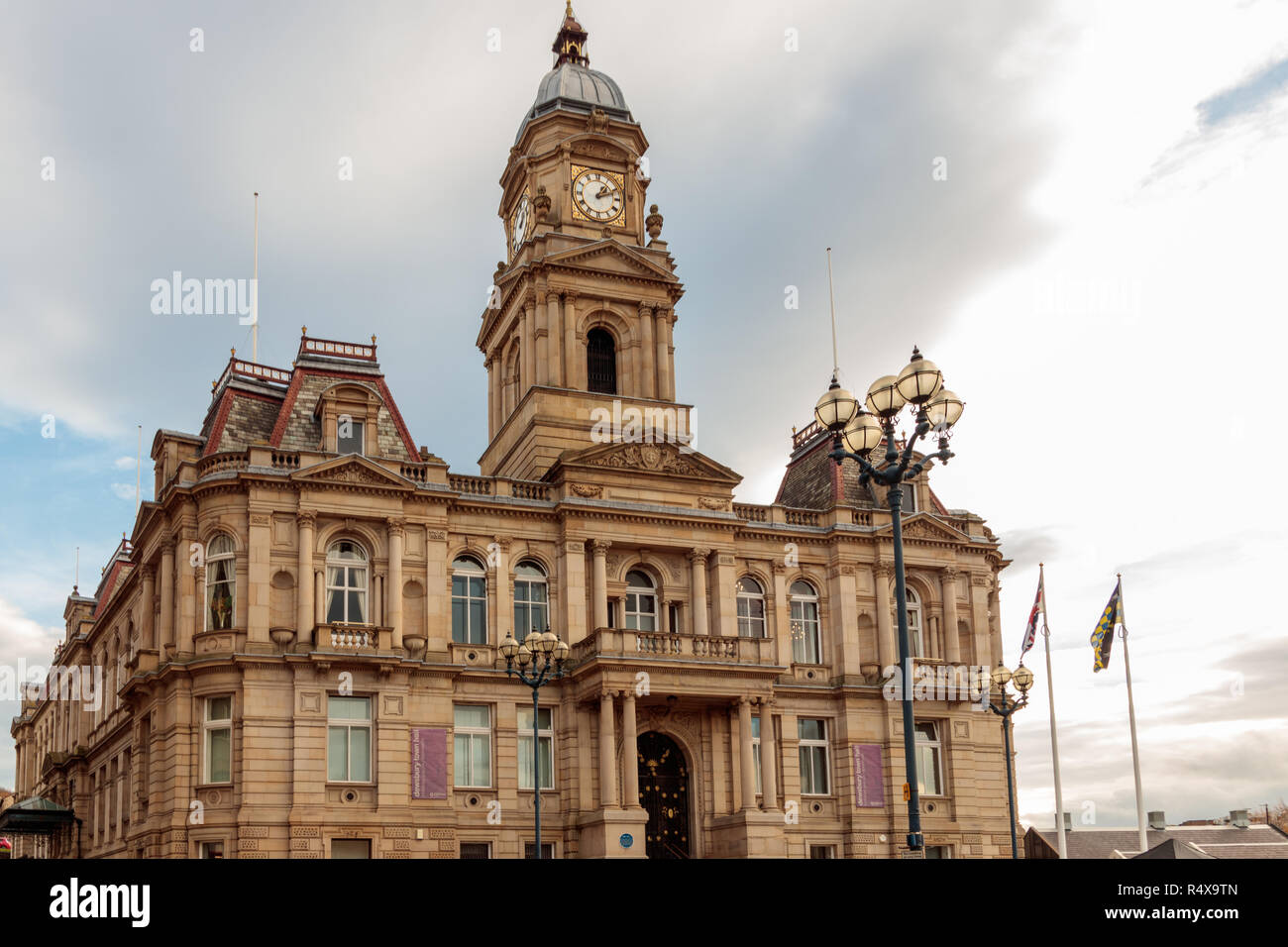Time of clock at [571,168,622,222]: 1:11
